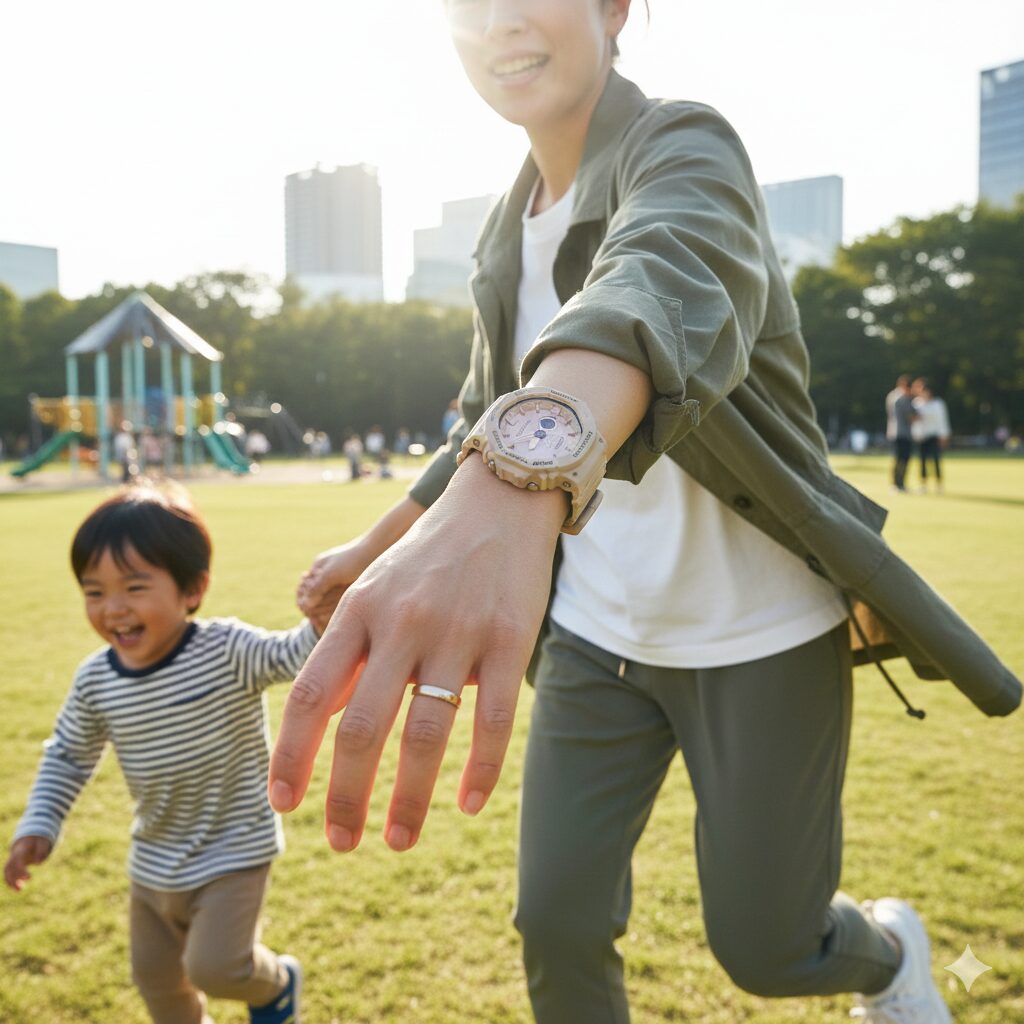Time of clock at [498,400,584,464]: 11:41
